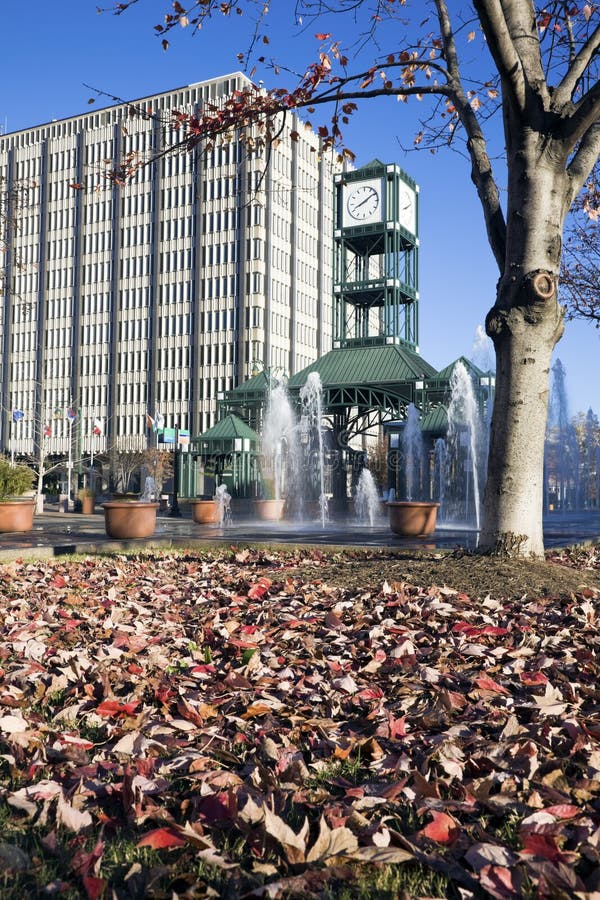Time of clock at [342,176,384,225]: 8:09
